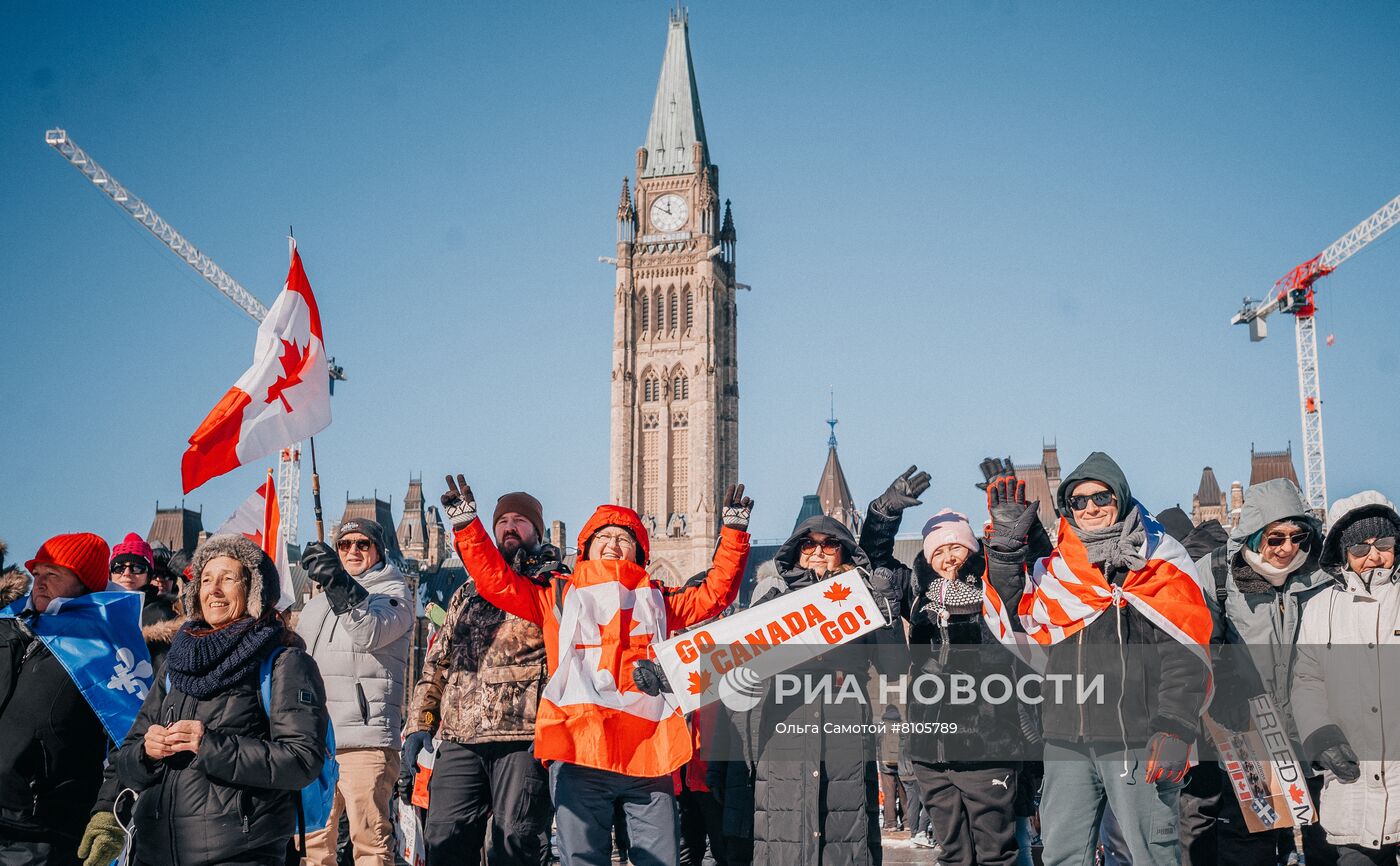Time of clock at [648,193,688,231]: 11:49
